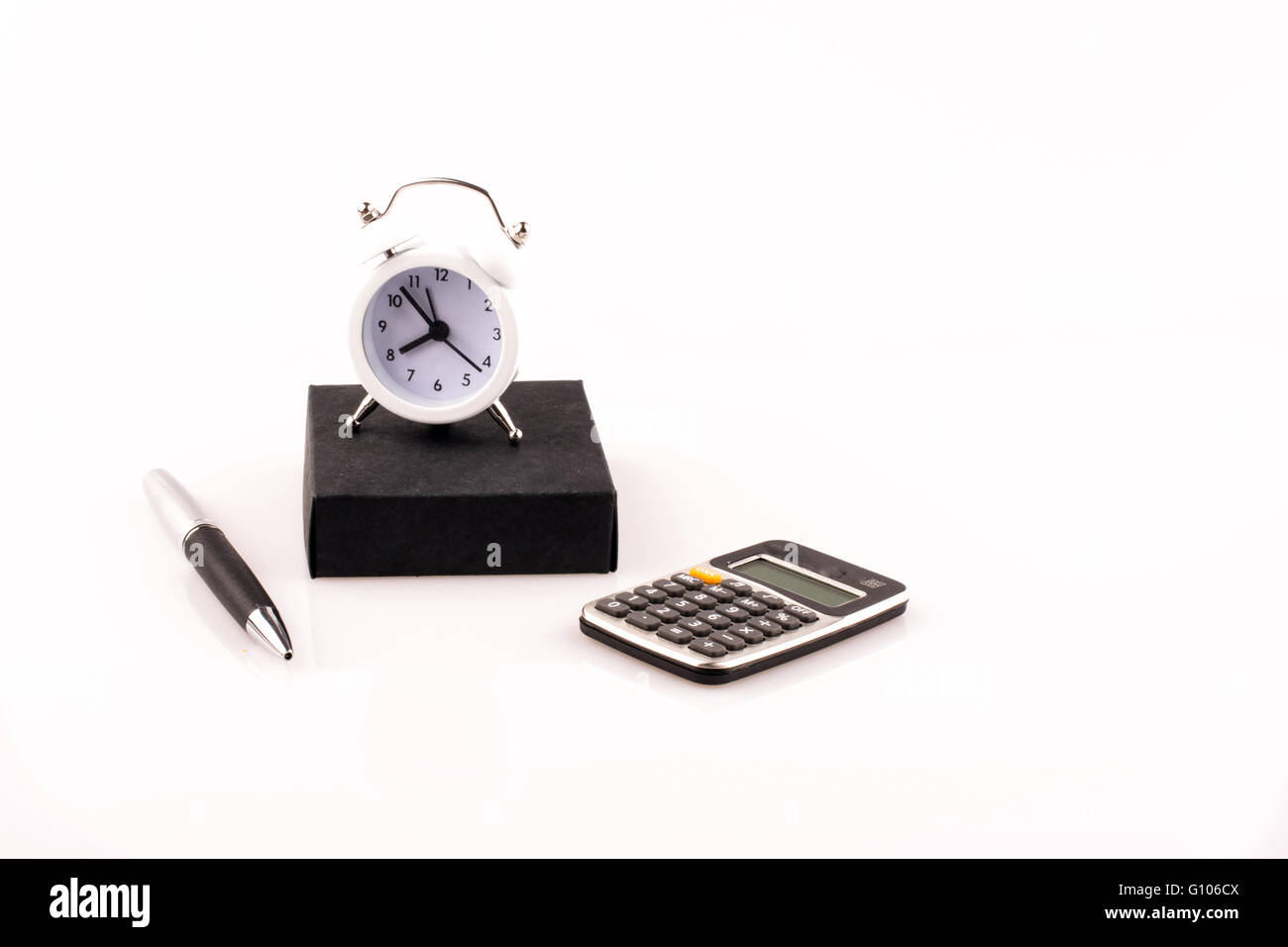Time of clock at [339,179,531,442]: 7:52
